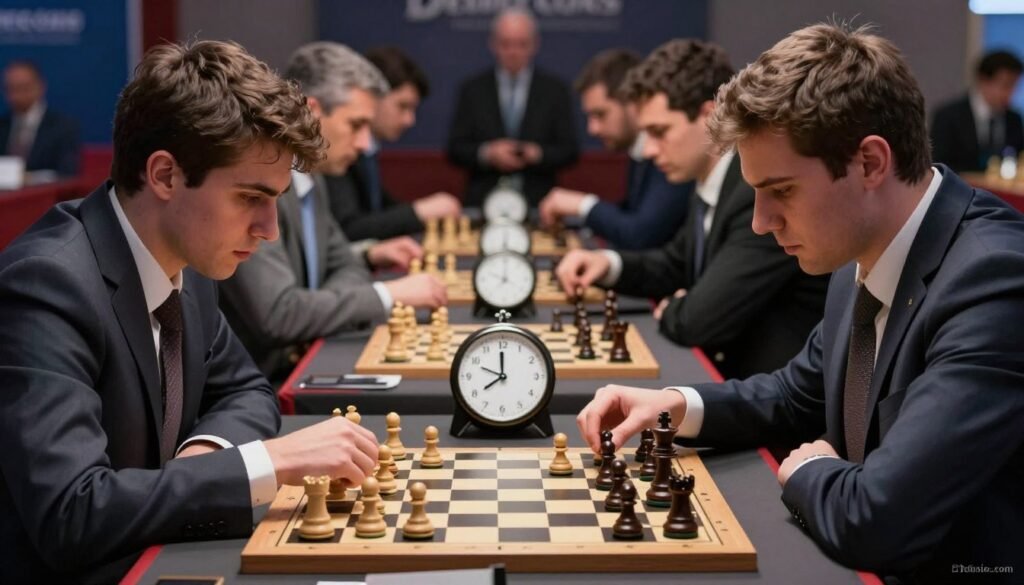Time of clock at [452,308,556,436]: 7:59
